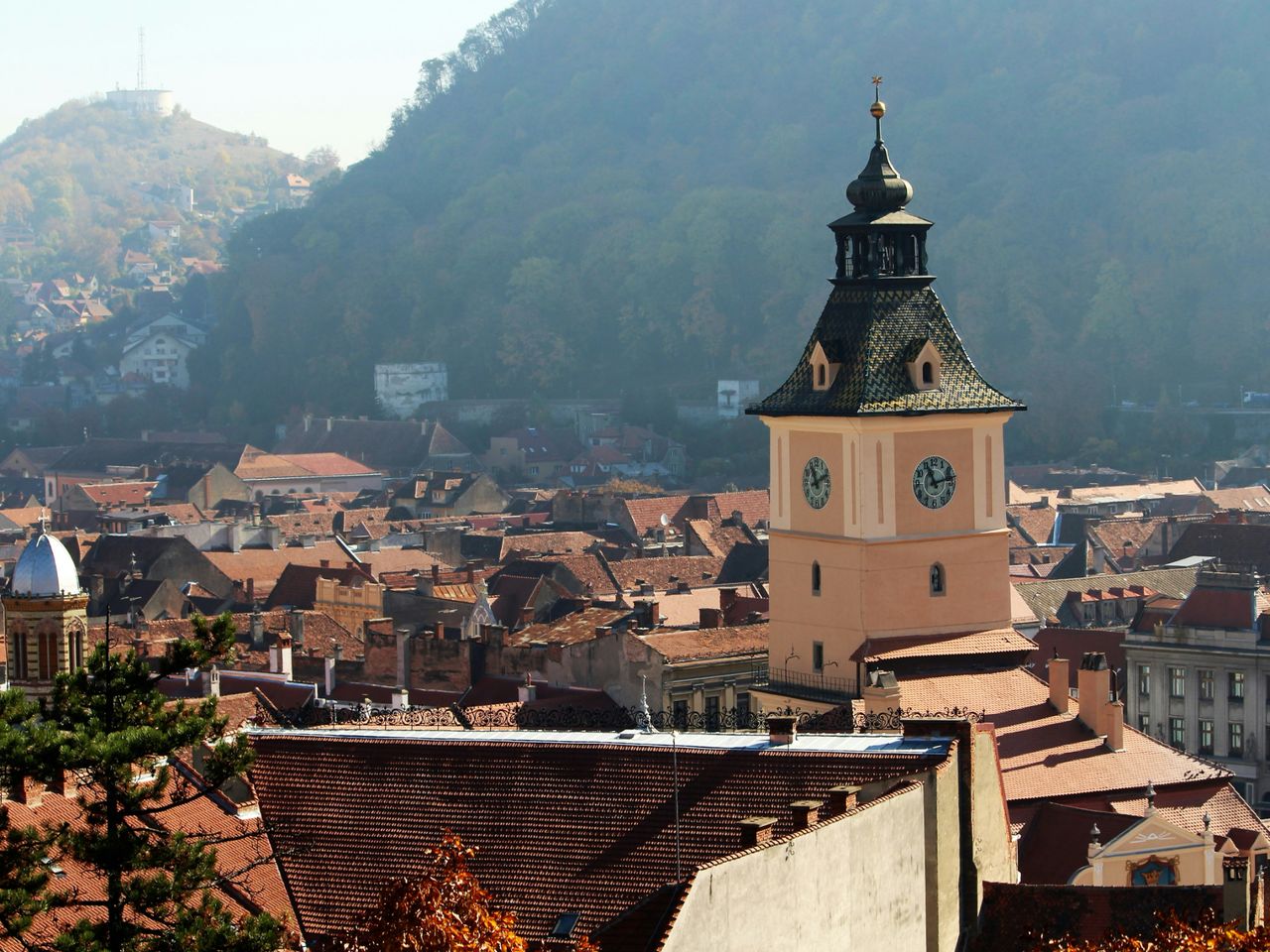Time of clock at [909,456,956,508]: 11:12
